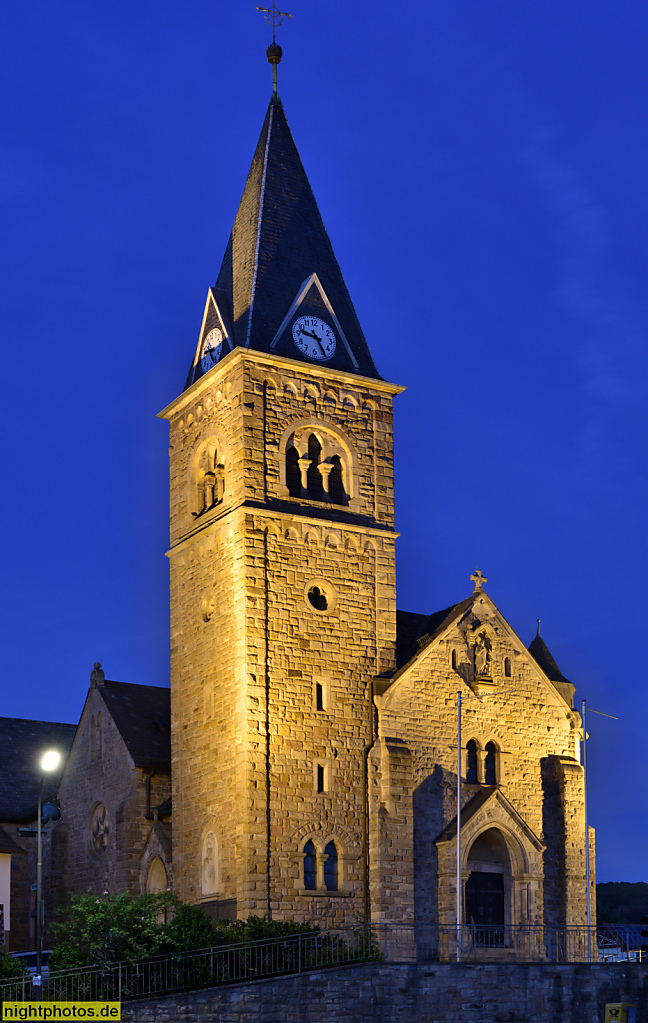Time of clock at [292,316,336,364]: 9:25
